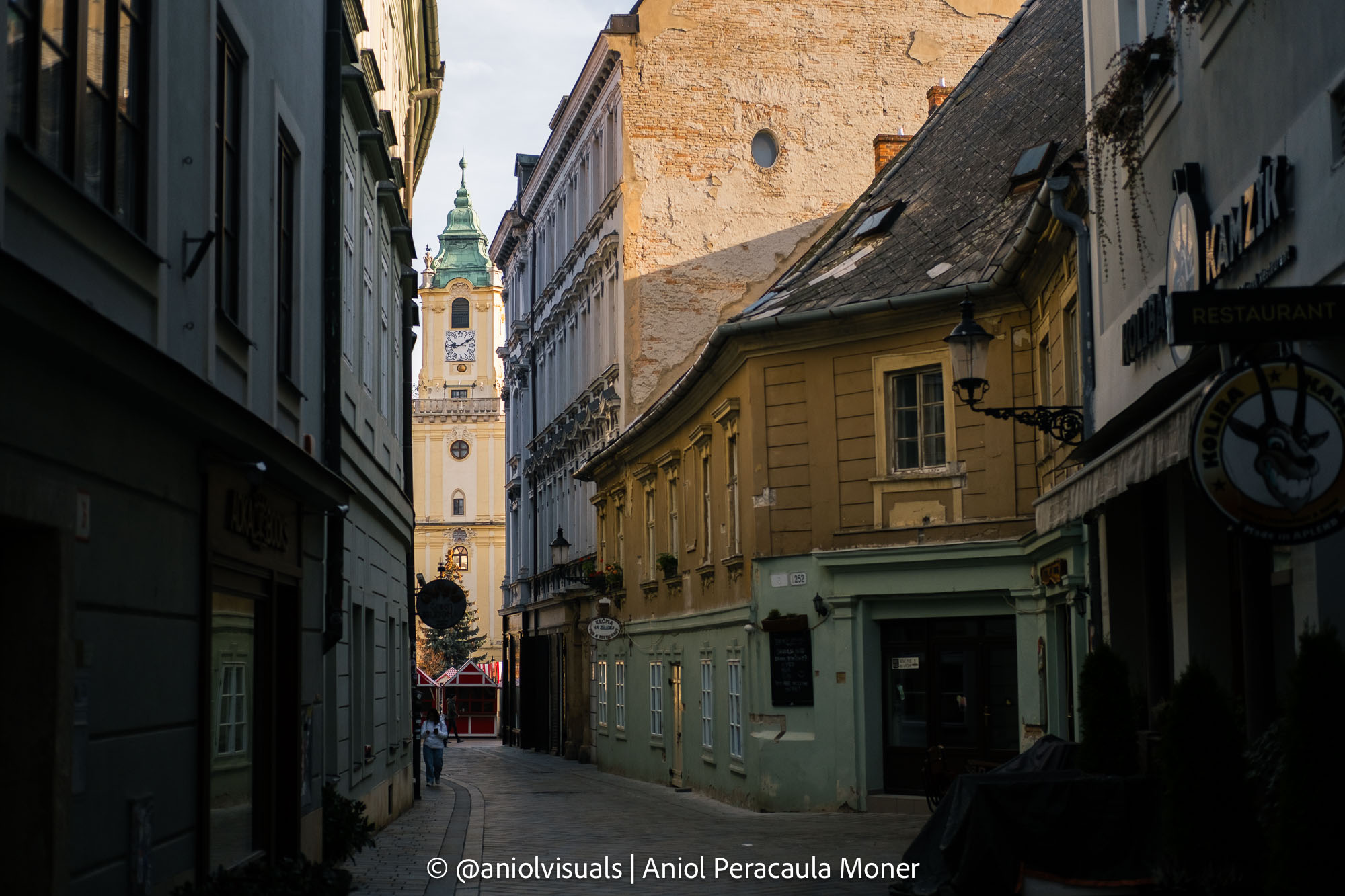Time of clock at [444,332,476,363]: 9:10
